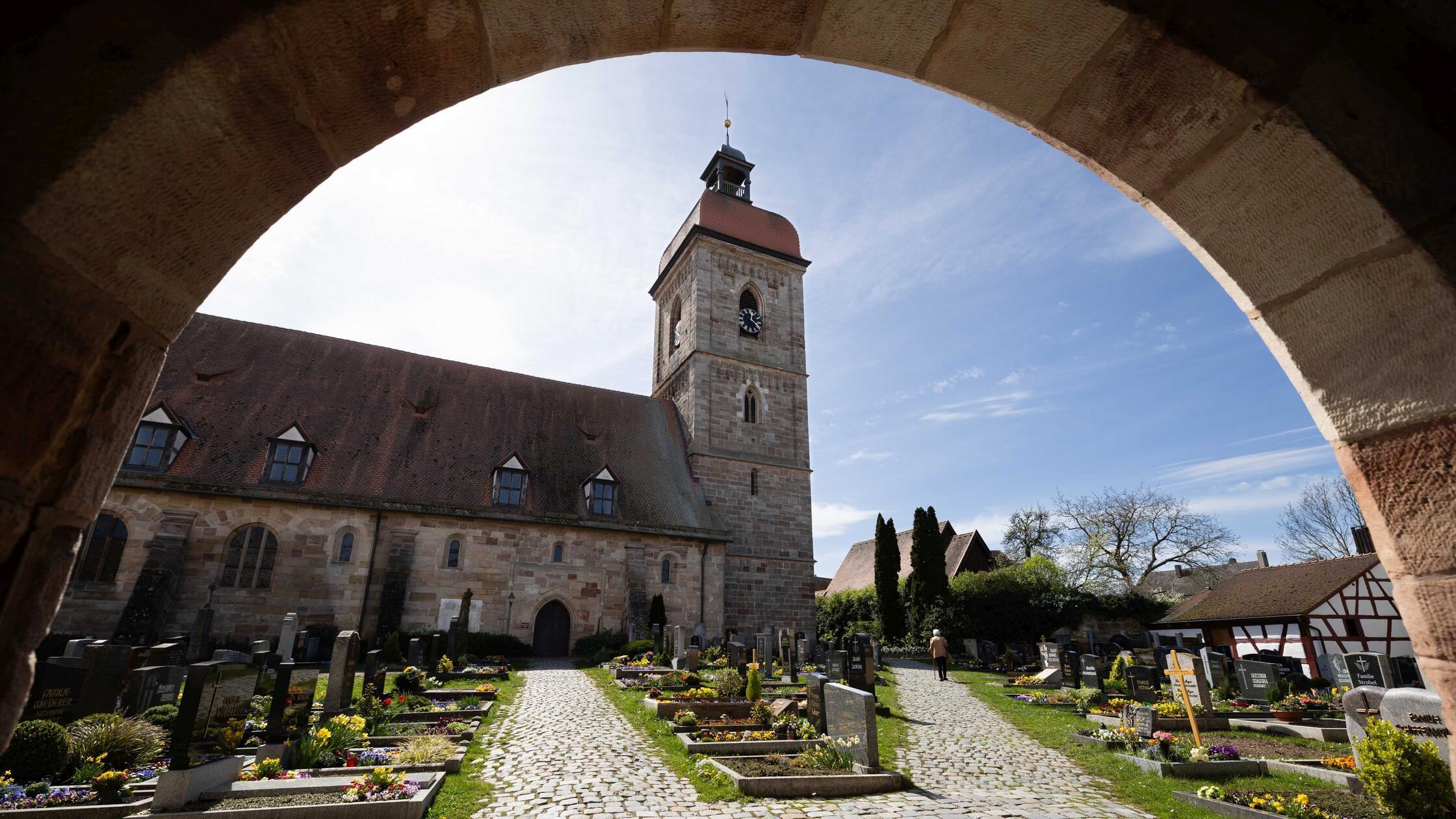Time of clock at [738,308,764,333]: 12:20
